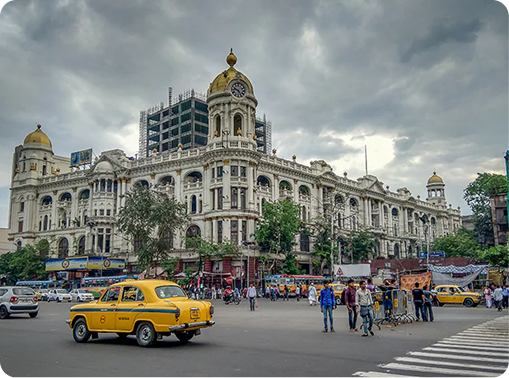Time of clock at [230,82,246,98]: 4:48
